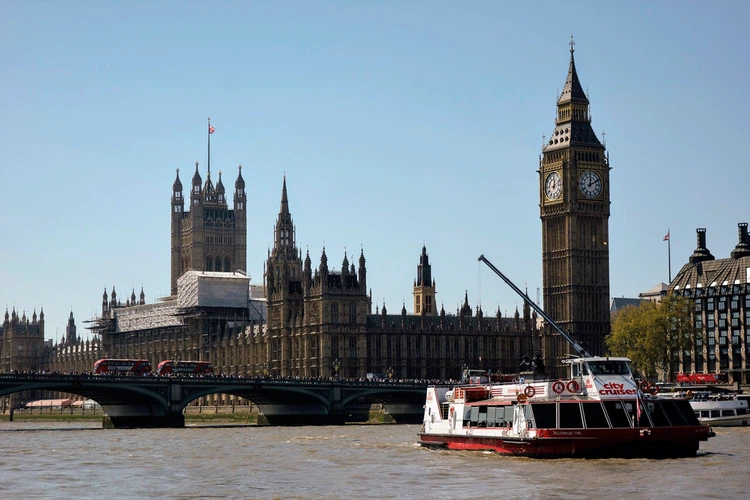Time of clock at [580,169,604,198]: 12:10
